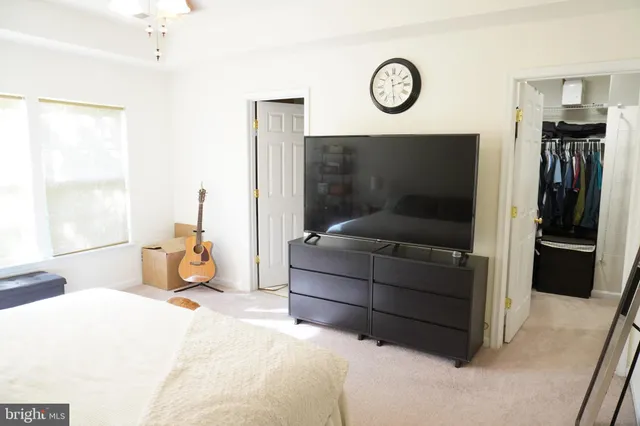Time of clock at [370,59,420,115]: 2:29
